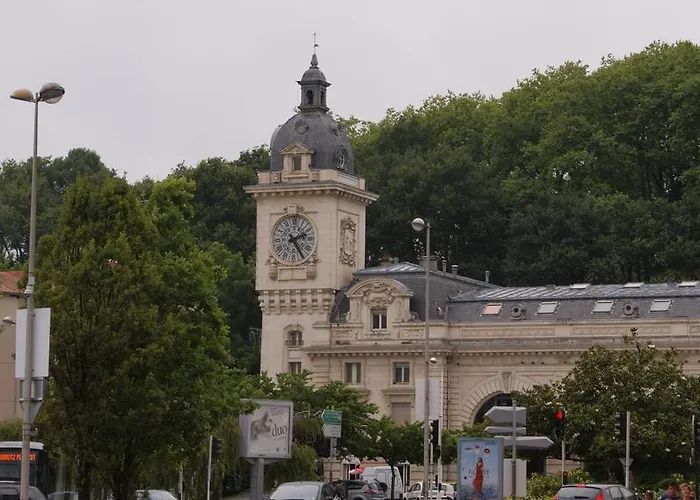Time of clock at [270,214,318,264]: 2:24
